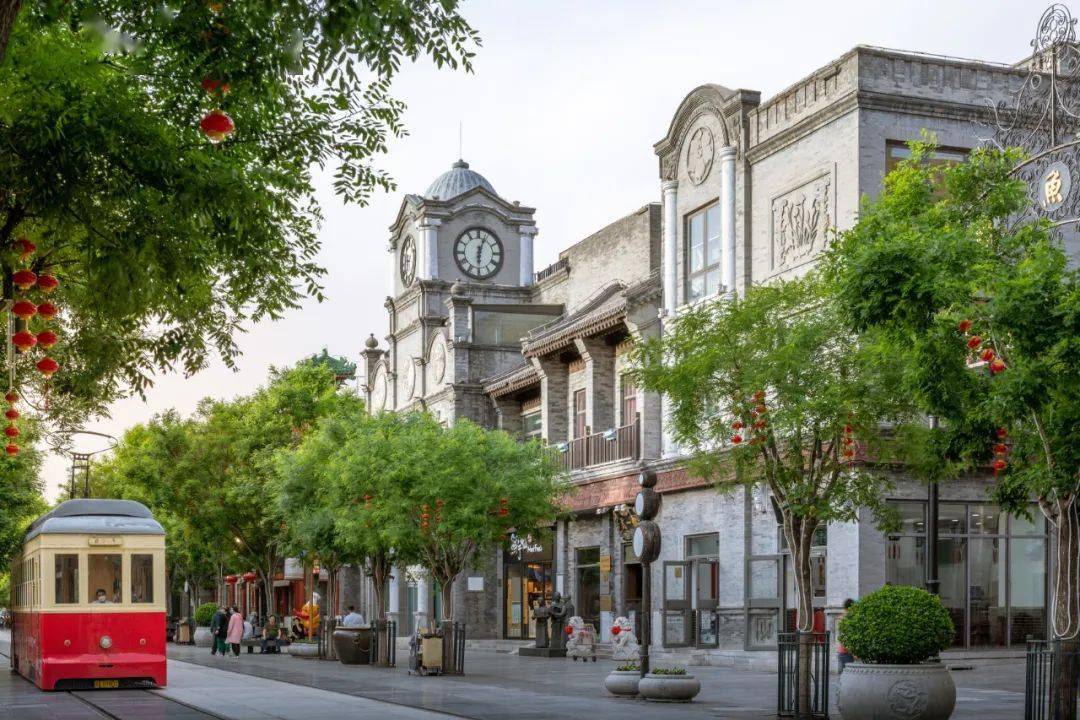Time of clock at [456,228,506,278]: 6:03
